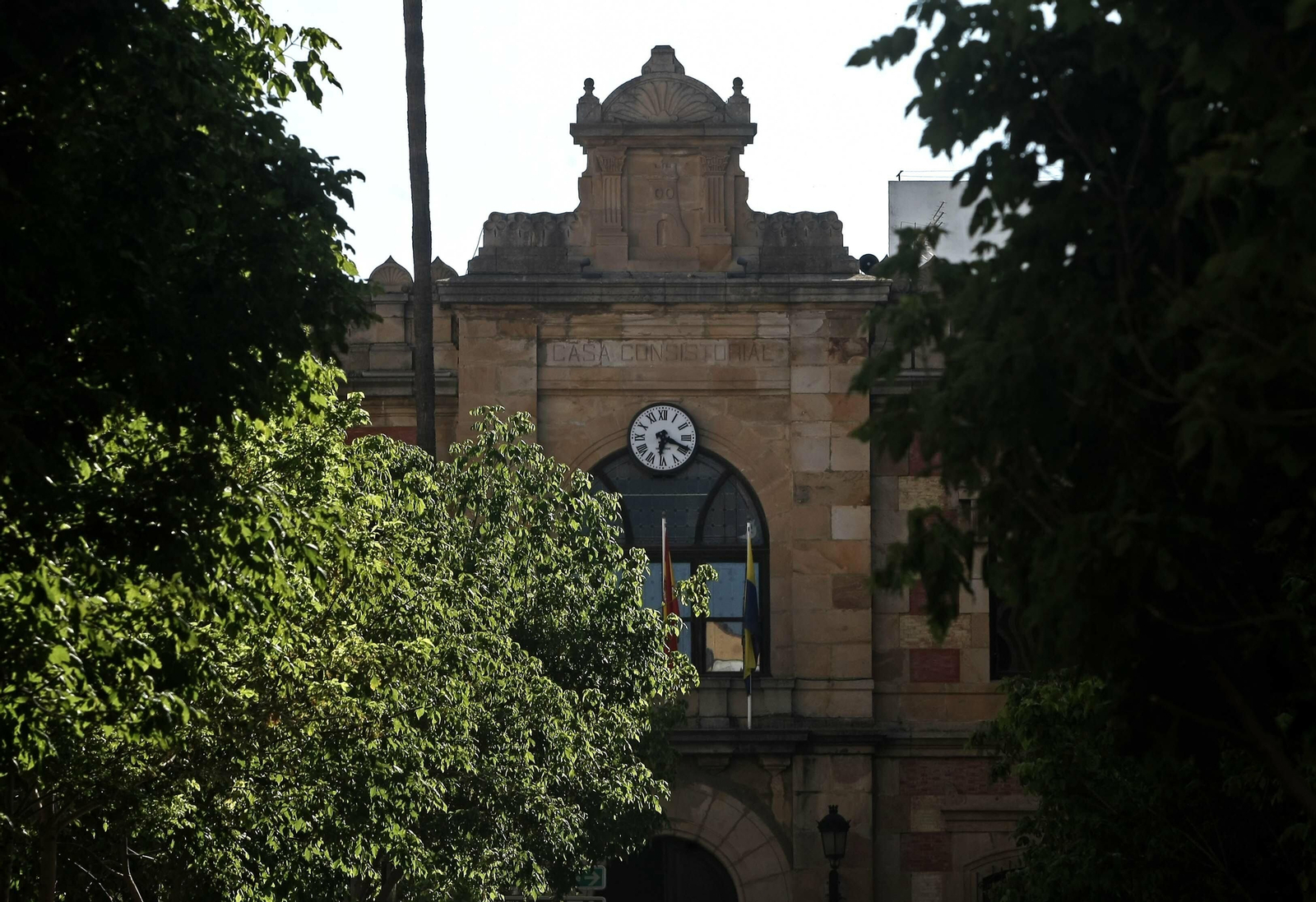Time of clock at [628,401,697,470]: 6:18
